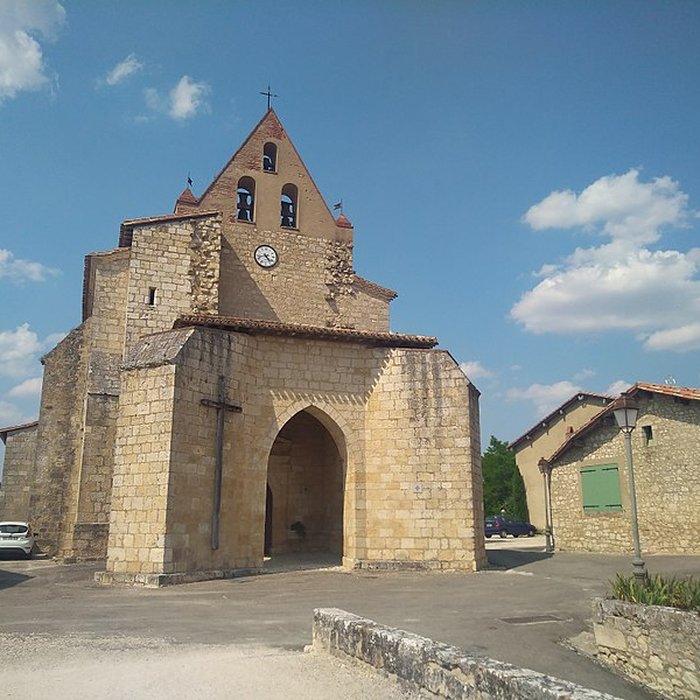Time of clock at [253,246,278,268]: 4:42
